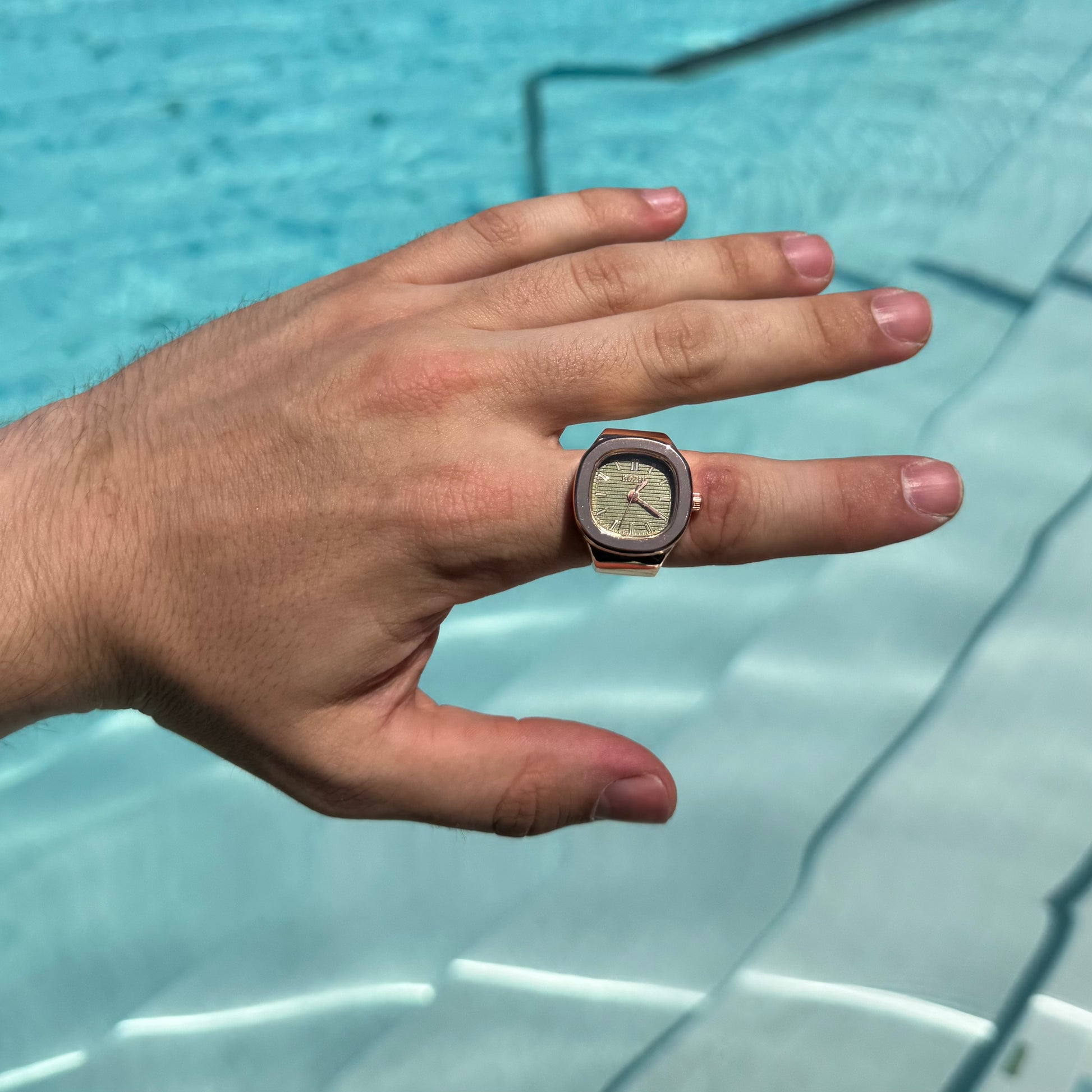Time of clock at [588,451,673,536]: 1:20
